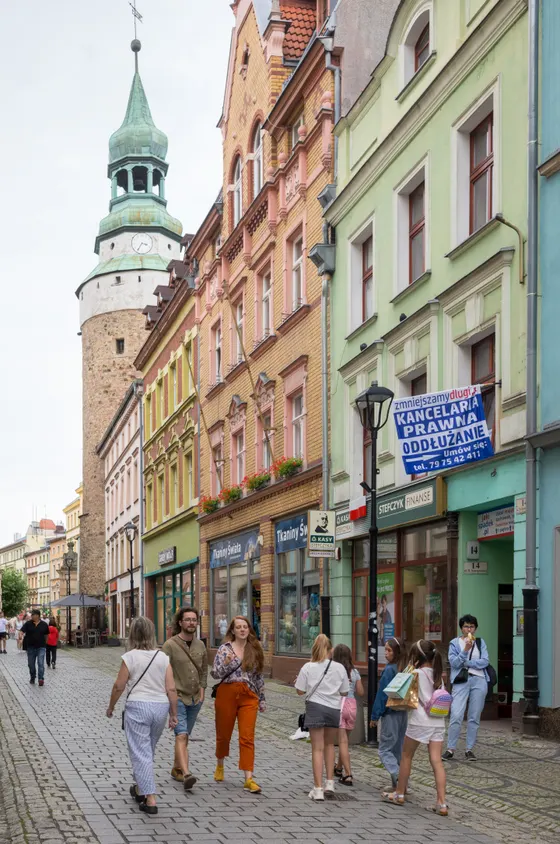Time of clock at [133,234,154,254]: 3:35
